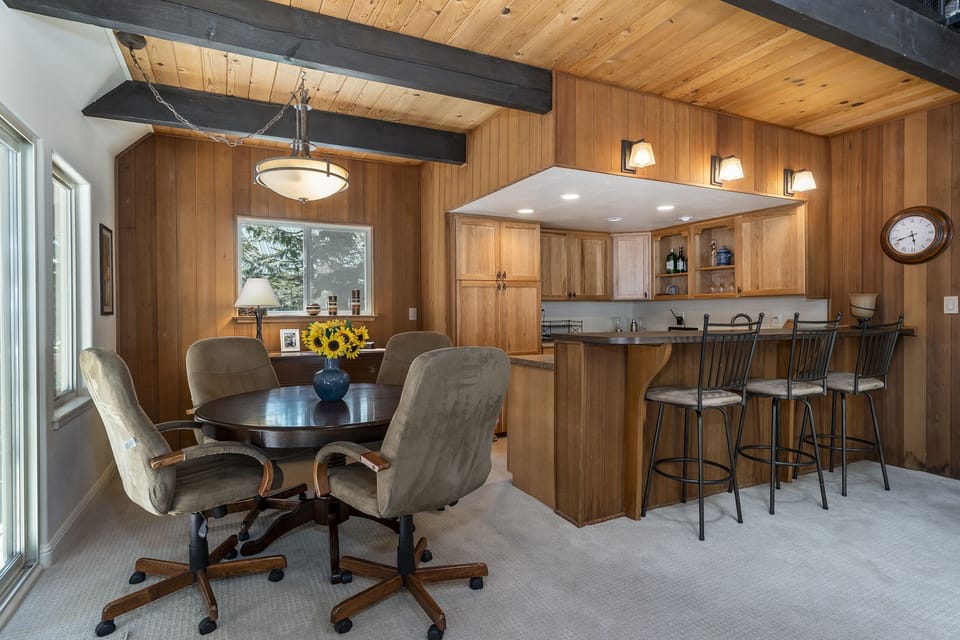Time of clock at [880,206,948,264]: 5:42
